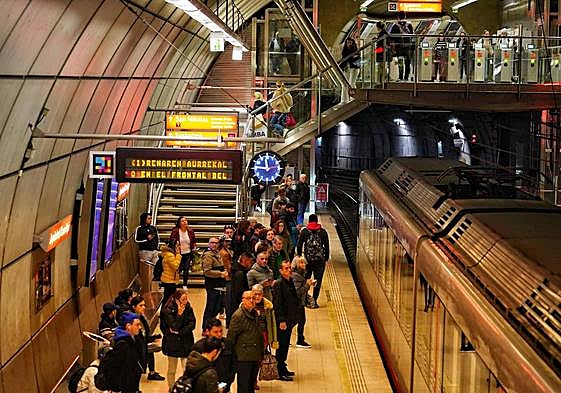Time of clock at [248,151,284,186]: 11:46
